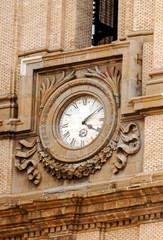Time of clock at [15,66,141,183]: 4:09
